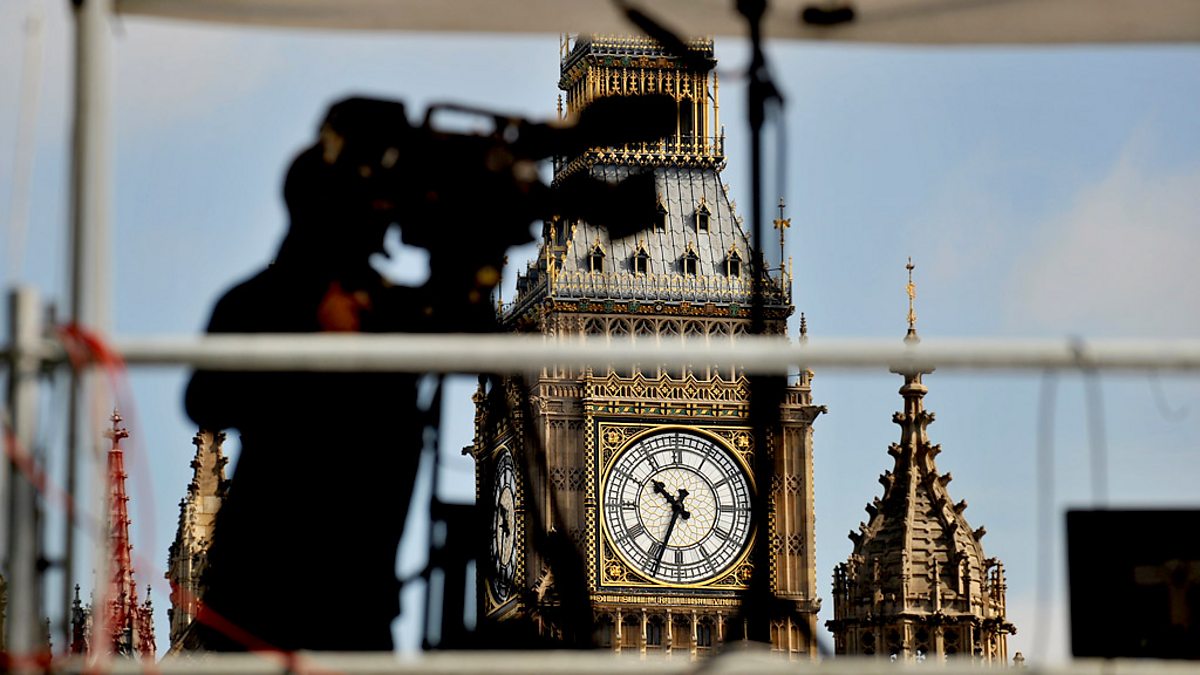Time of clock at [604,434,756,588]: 10:33
